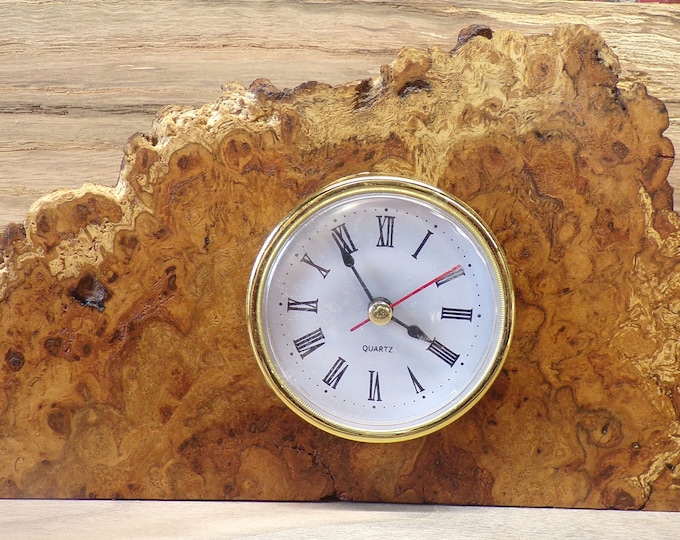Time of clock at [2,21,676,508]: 3:54
